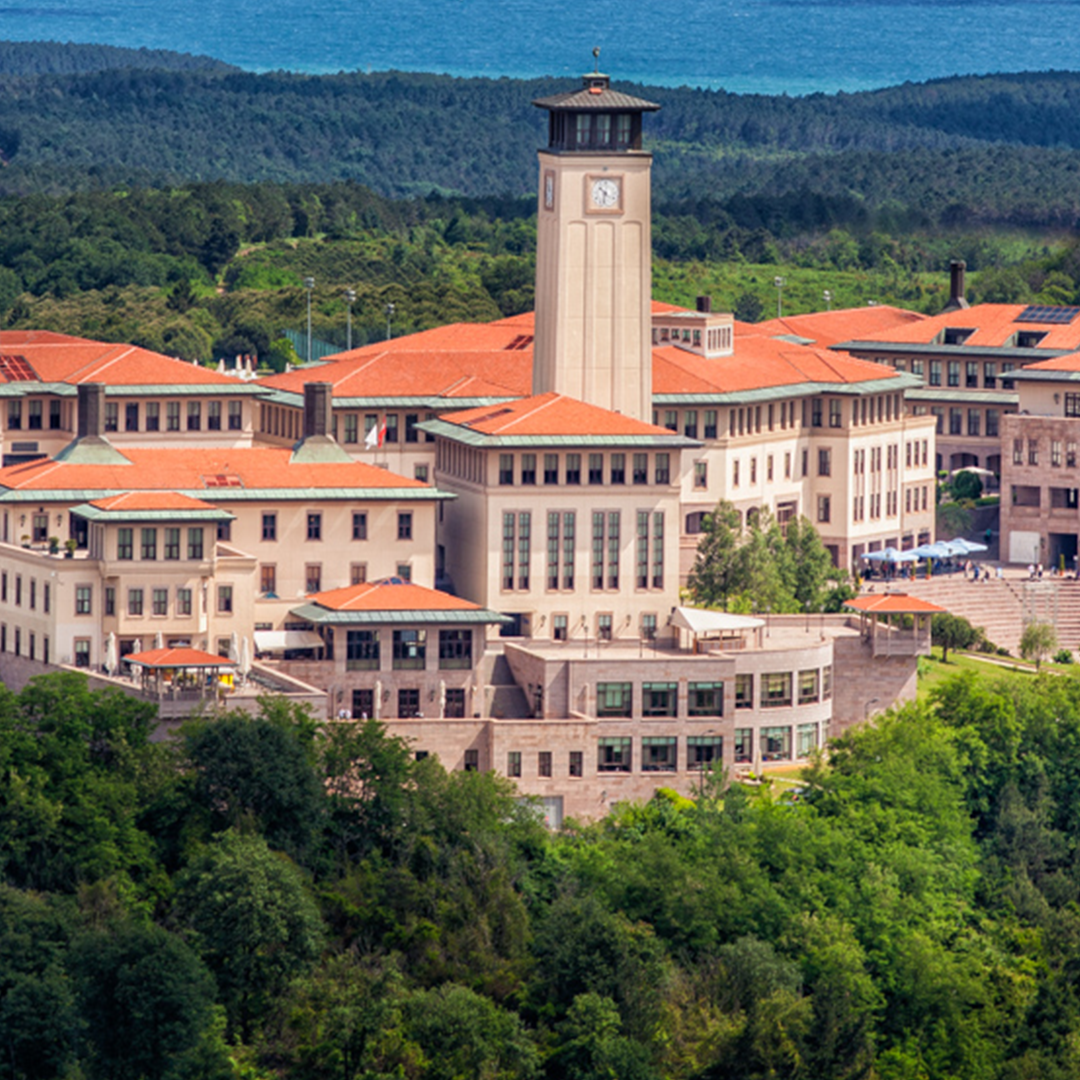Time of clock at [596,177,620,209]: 10:32
